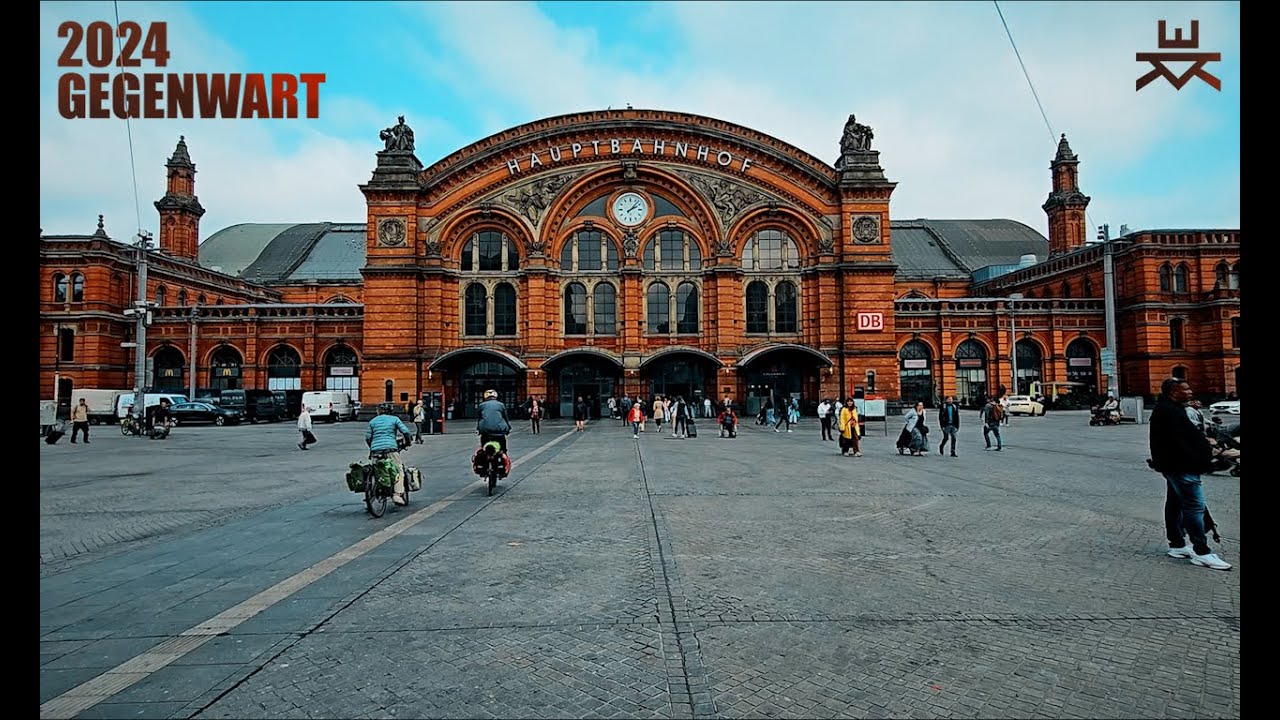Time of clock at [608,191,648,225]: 2:07
